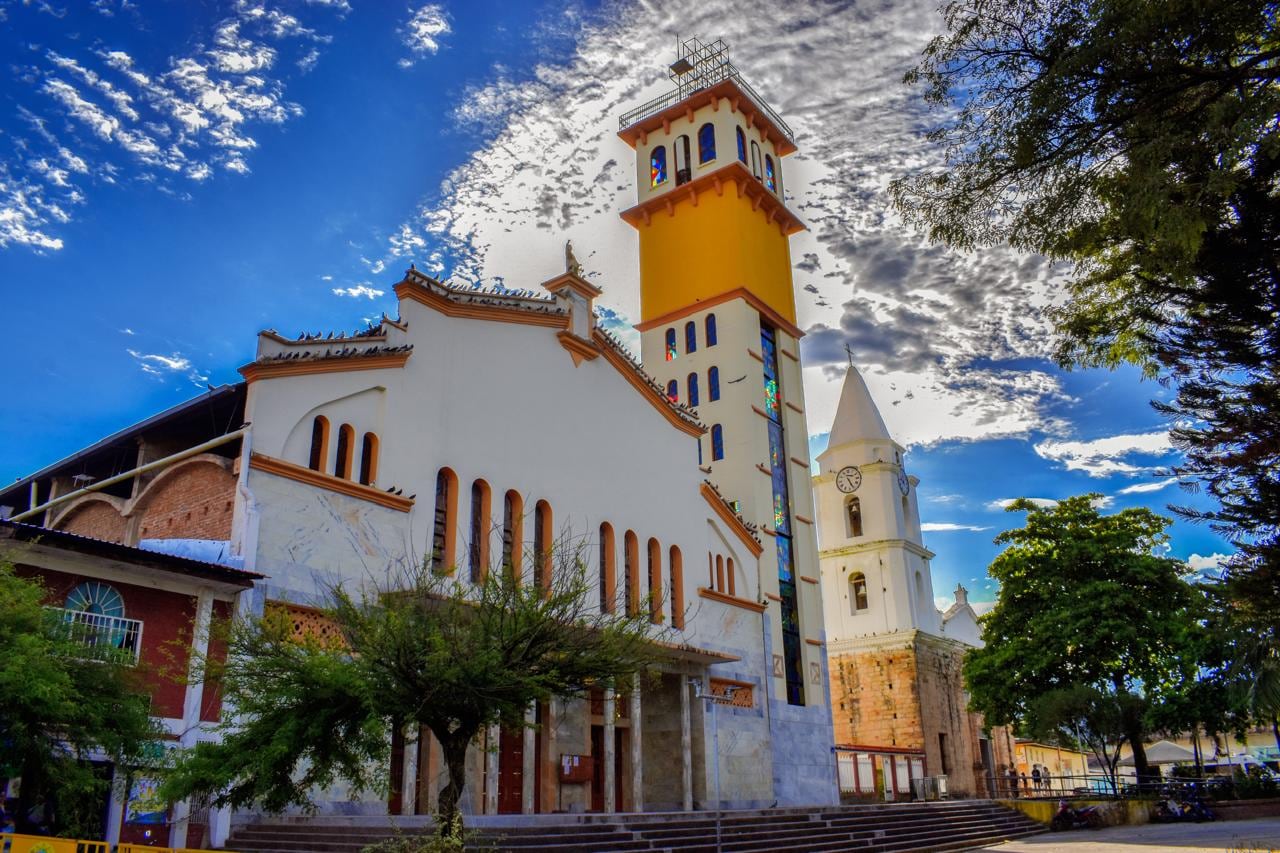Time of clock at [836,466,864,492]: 2:25
